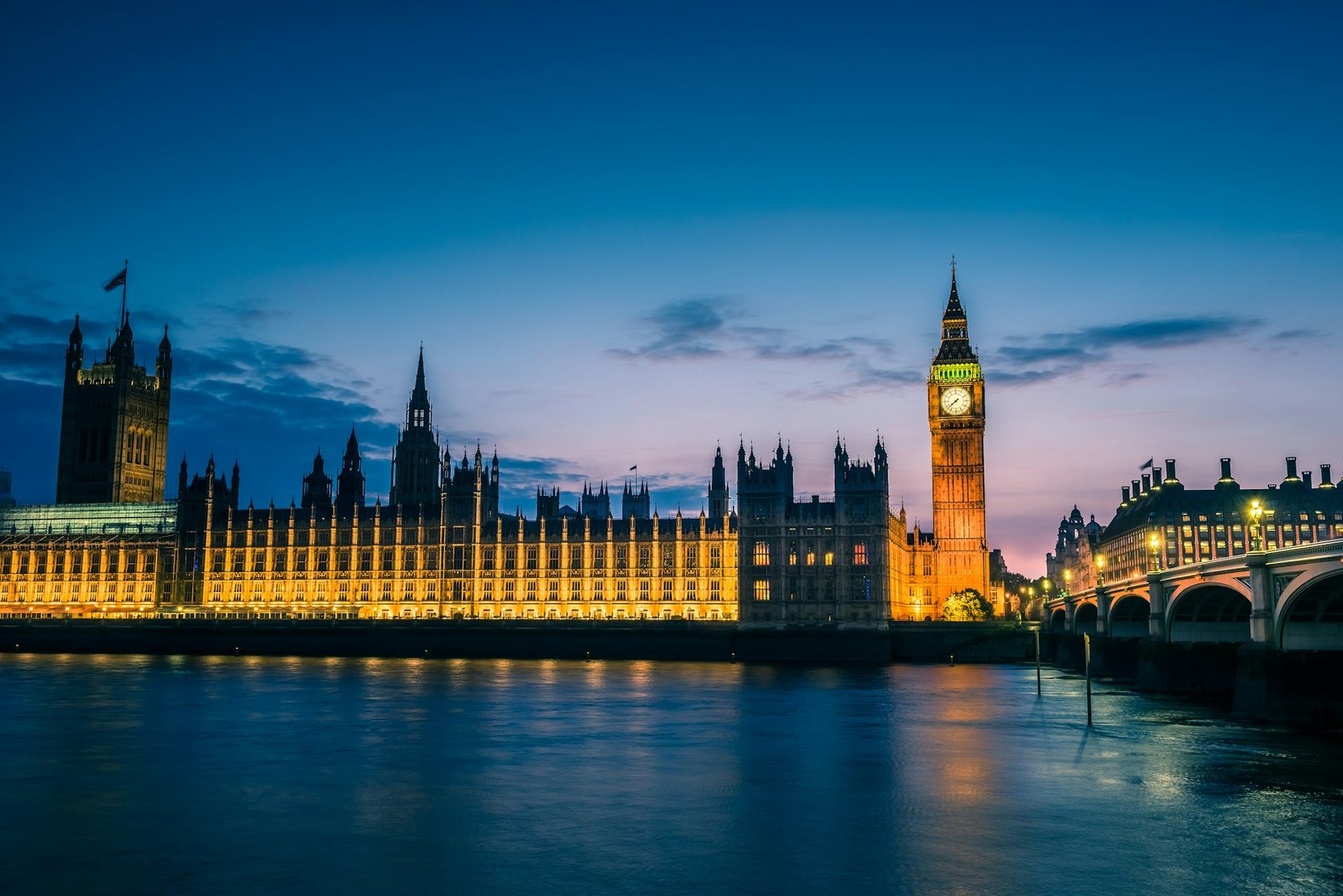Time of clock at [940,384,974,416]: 7:37
